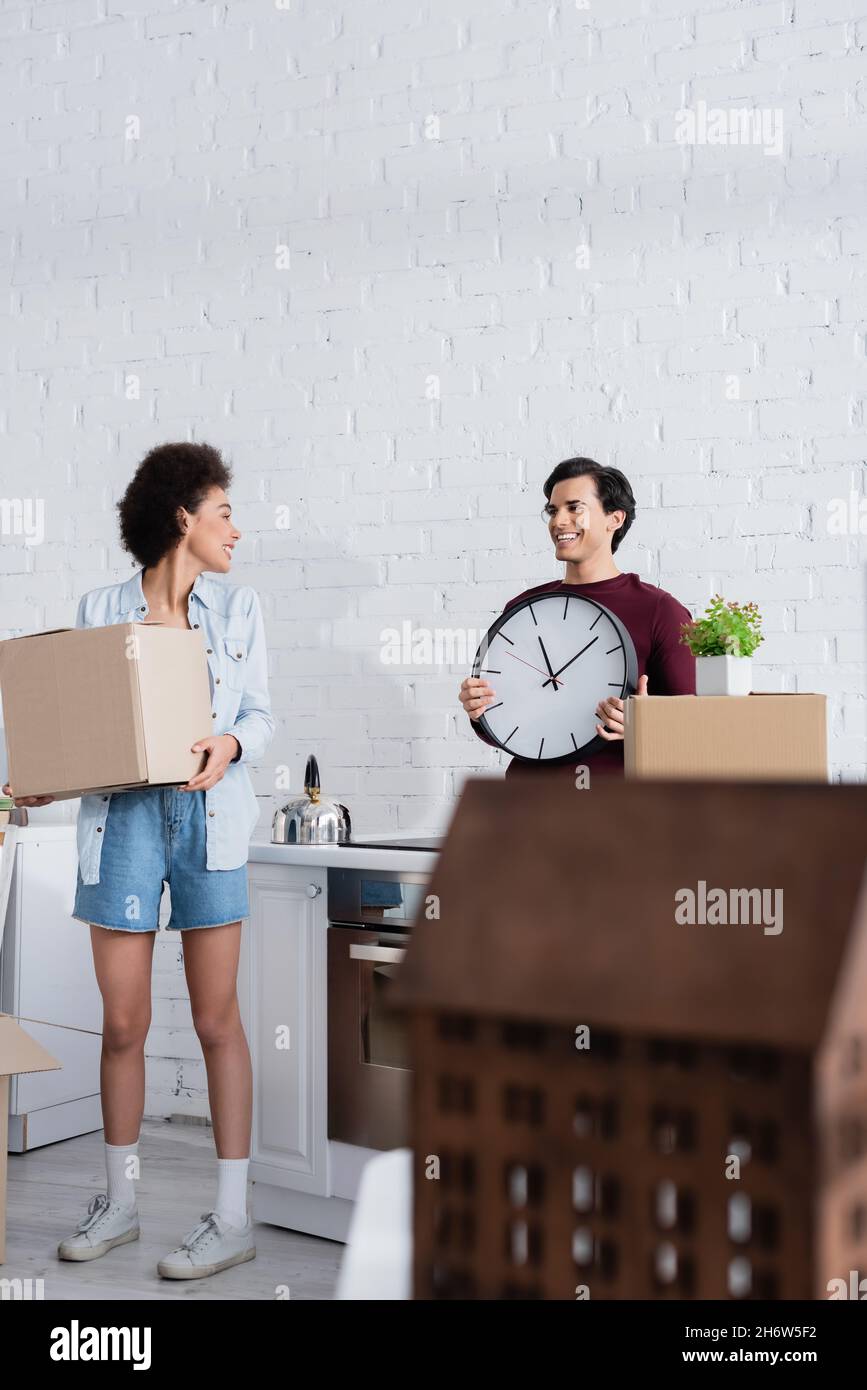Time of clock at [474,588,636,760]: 11:07
